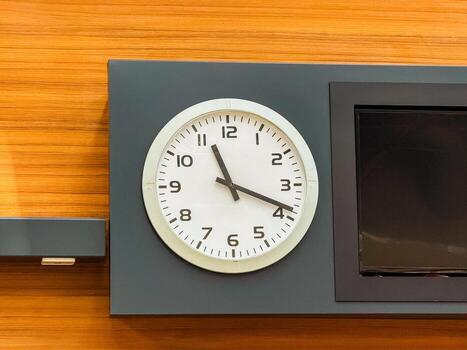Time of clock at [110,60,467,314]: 11:18
